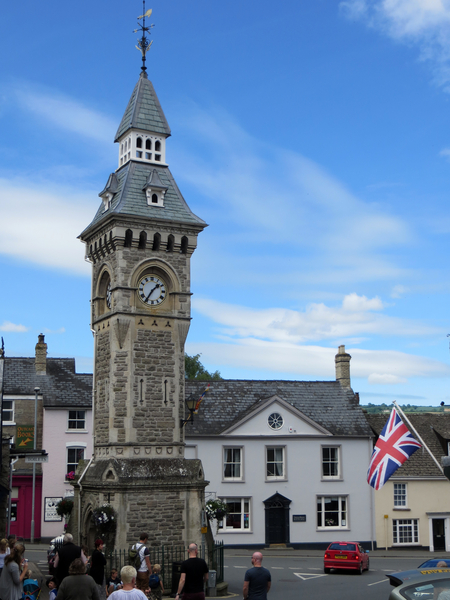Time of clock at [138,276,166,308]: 1:35
